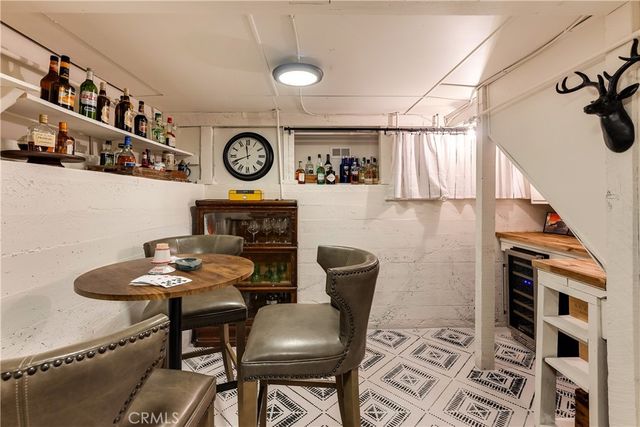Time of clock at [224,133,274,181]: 11:41
